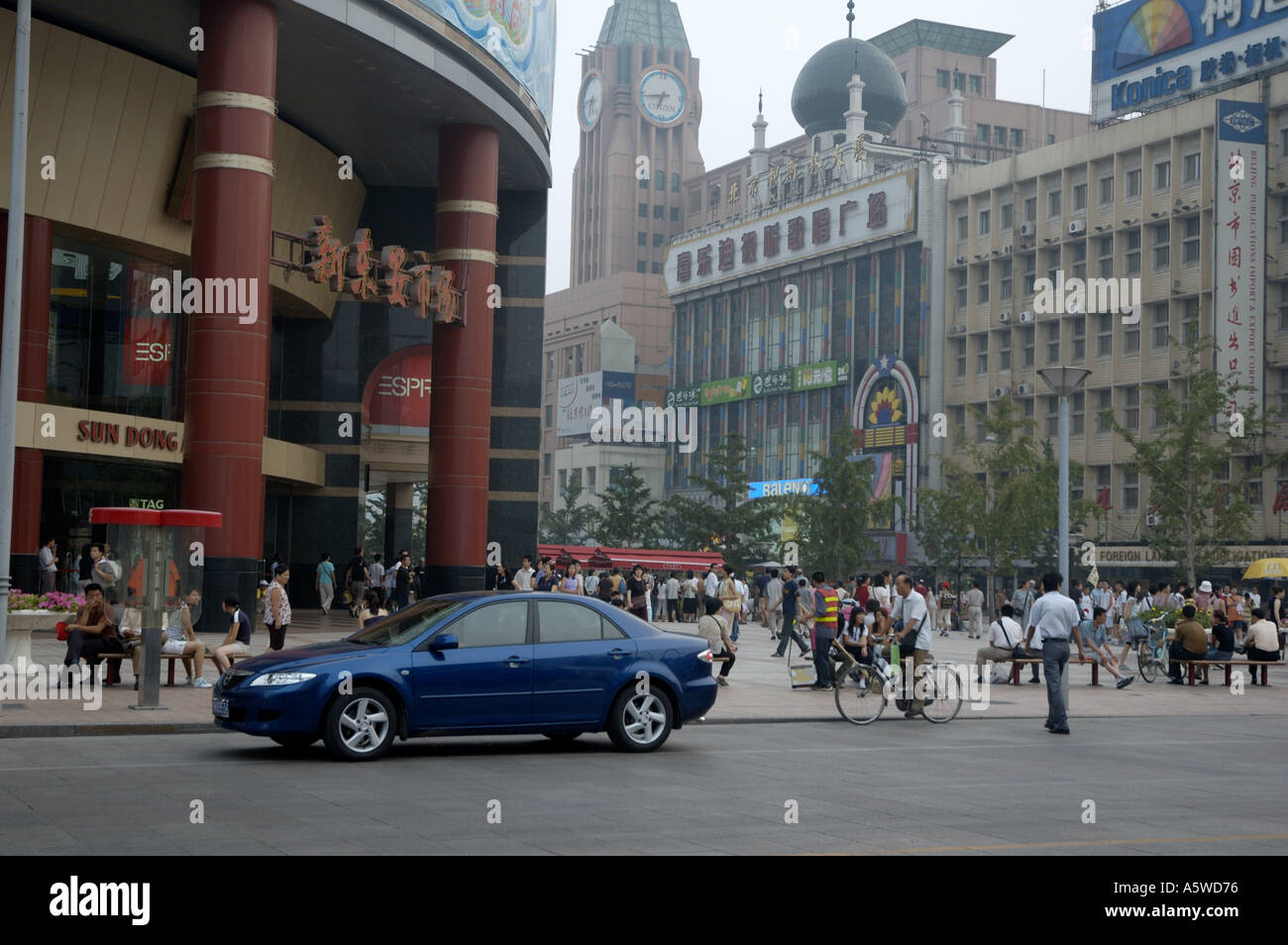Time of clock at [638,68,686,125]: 6:43
